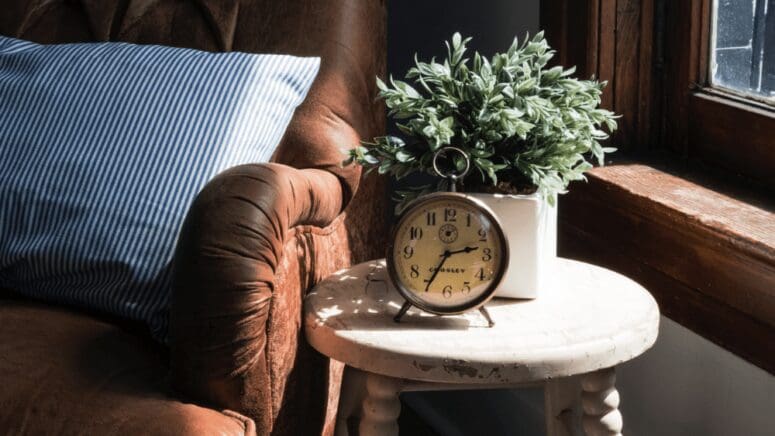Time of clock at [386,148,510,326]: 2:34
